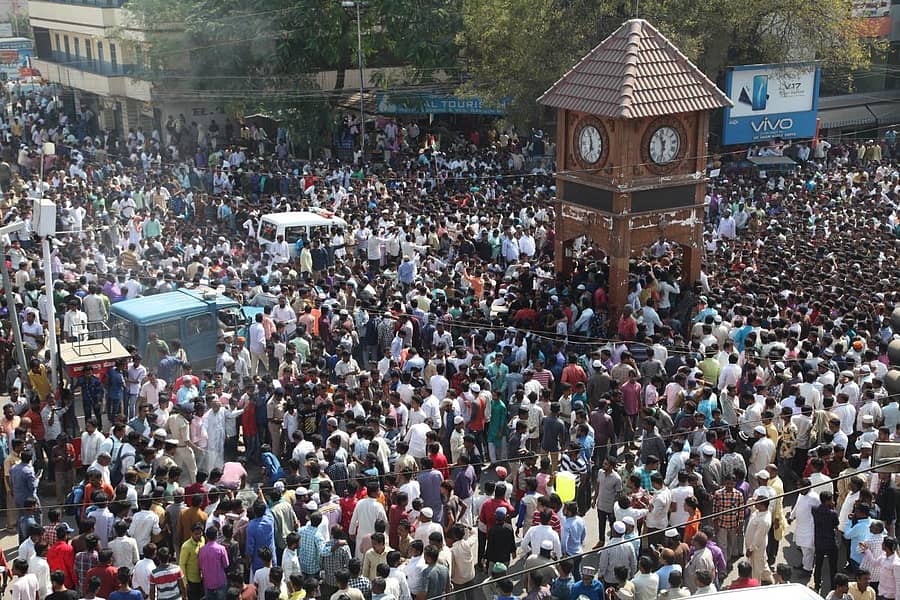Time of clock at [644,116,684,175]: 11:32
